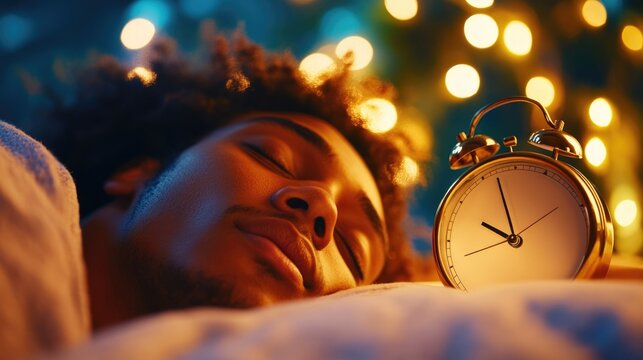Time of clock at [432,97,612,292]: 9:57
